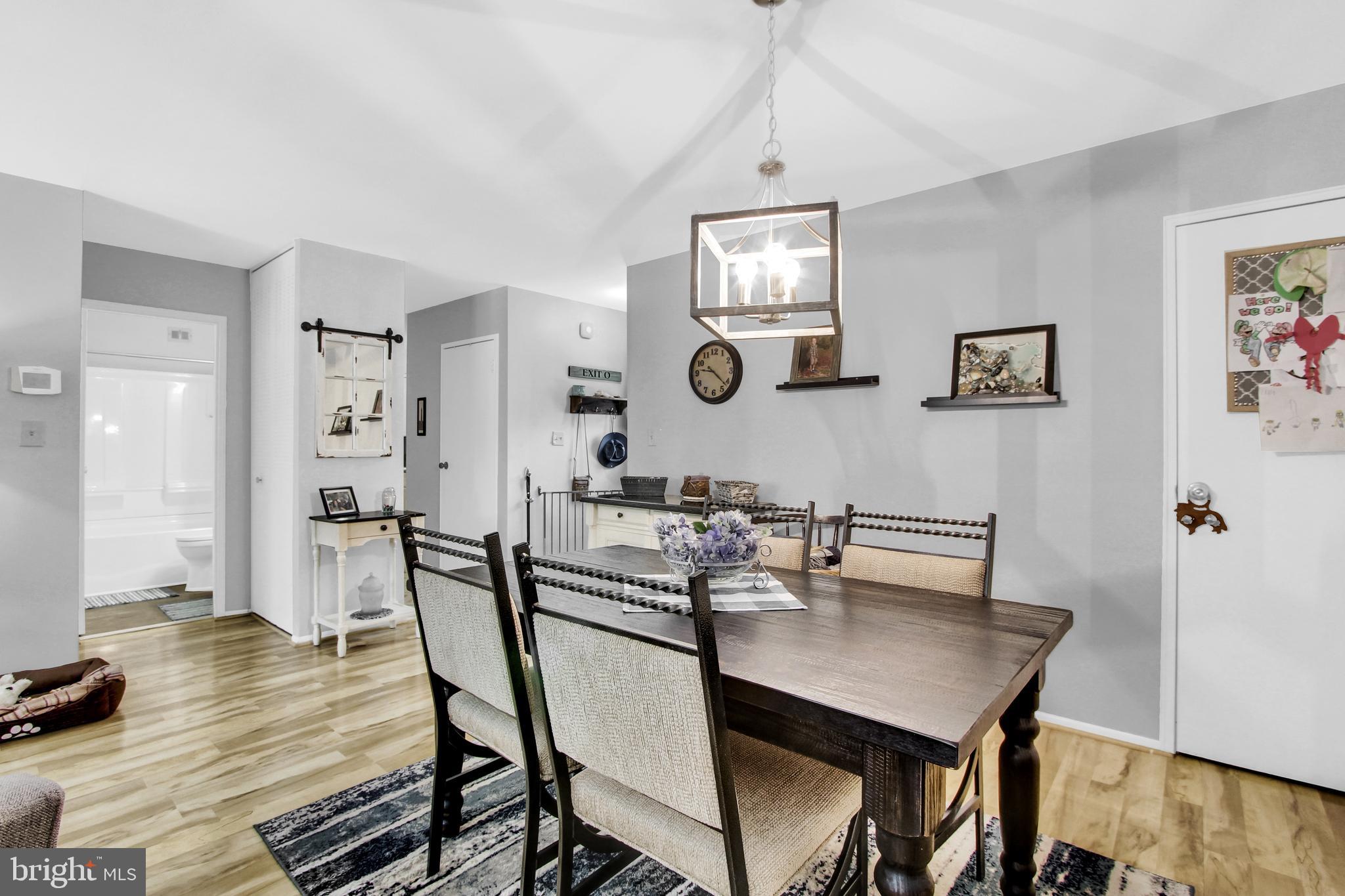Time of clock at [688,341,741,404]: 9:21
